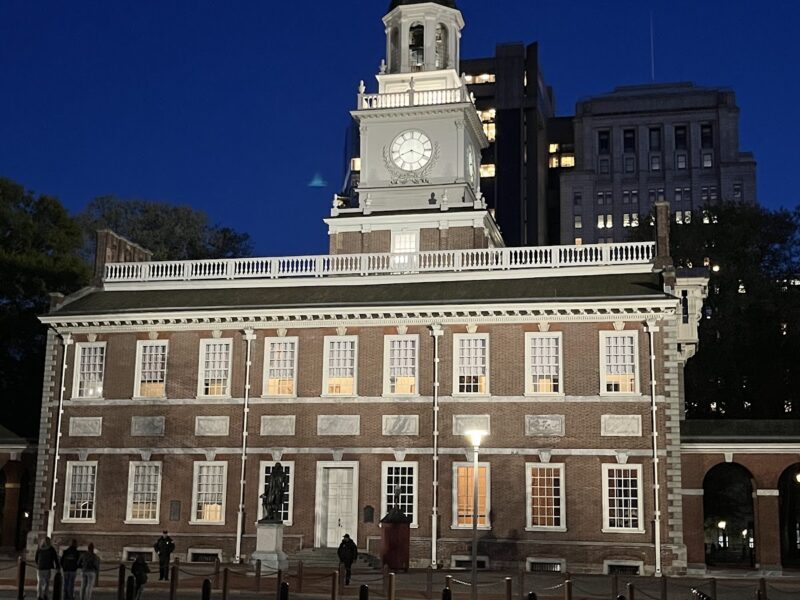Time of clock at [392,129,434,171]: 8:18
